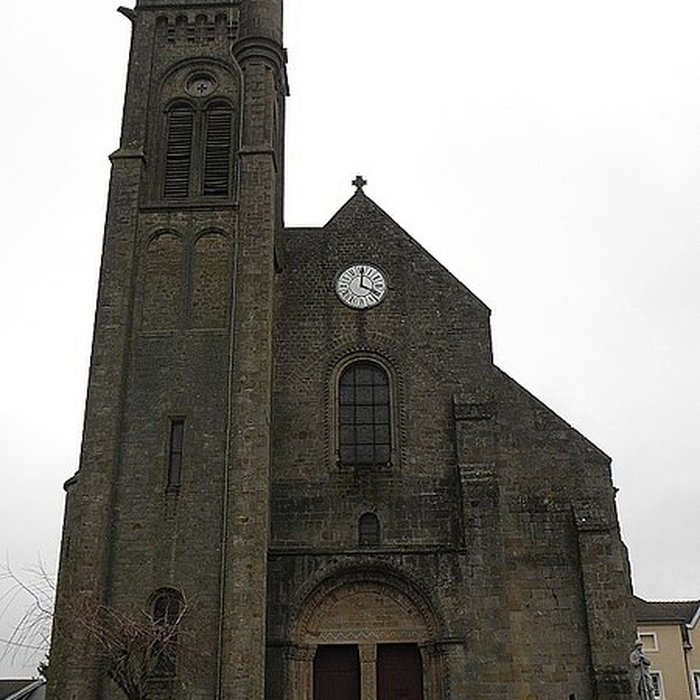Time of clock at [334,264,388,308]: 4:00
